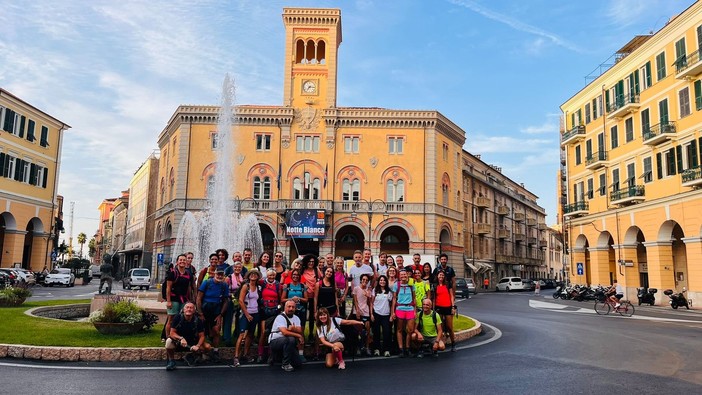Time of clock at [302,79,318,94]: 7:15
